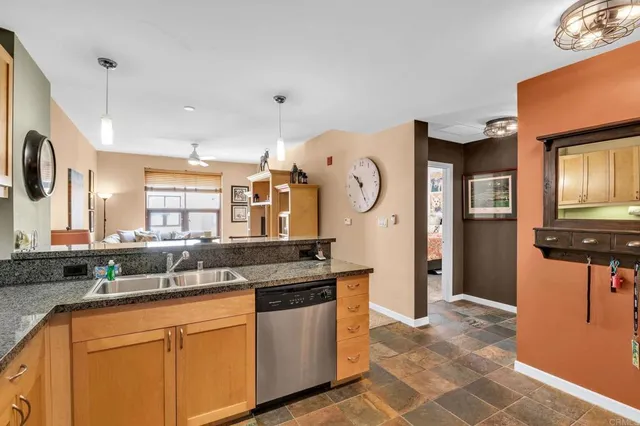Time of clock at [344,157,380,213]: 10:25
